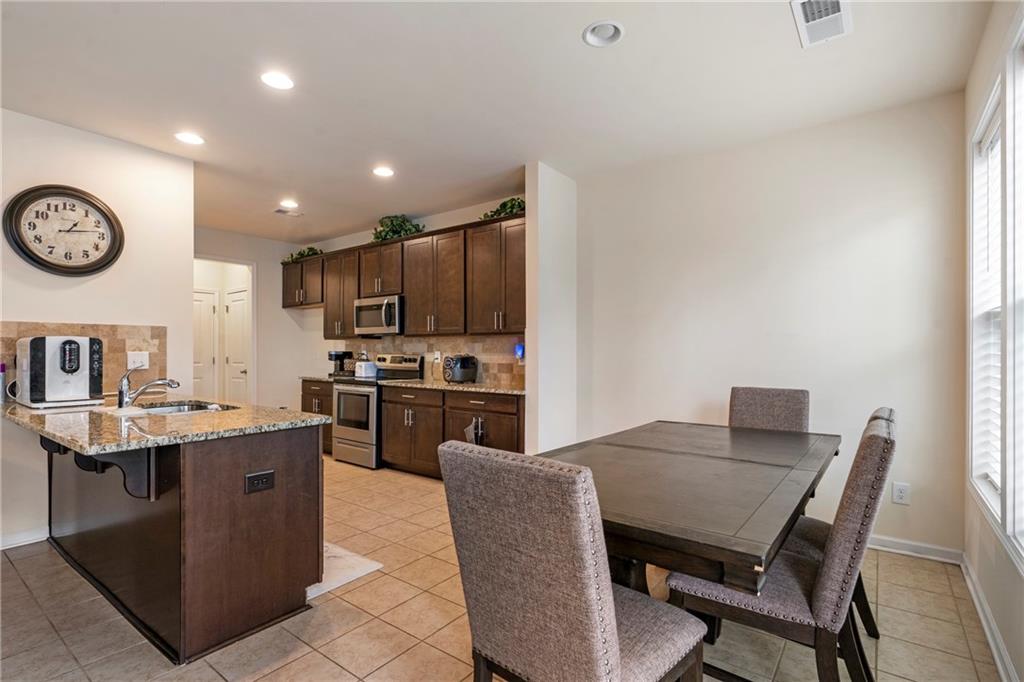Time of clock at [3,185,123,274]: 1:13
